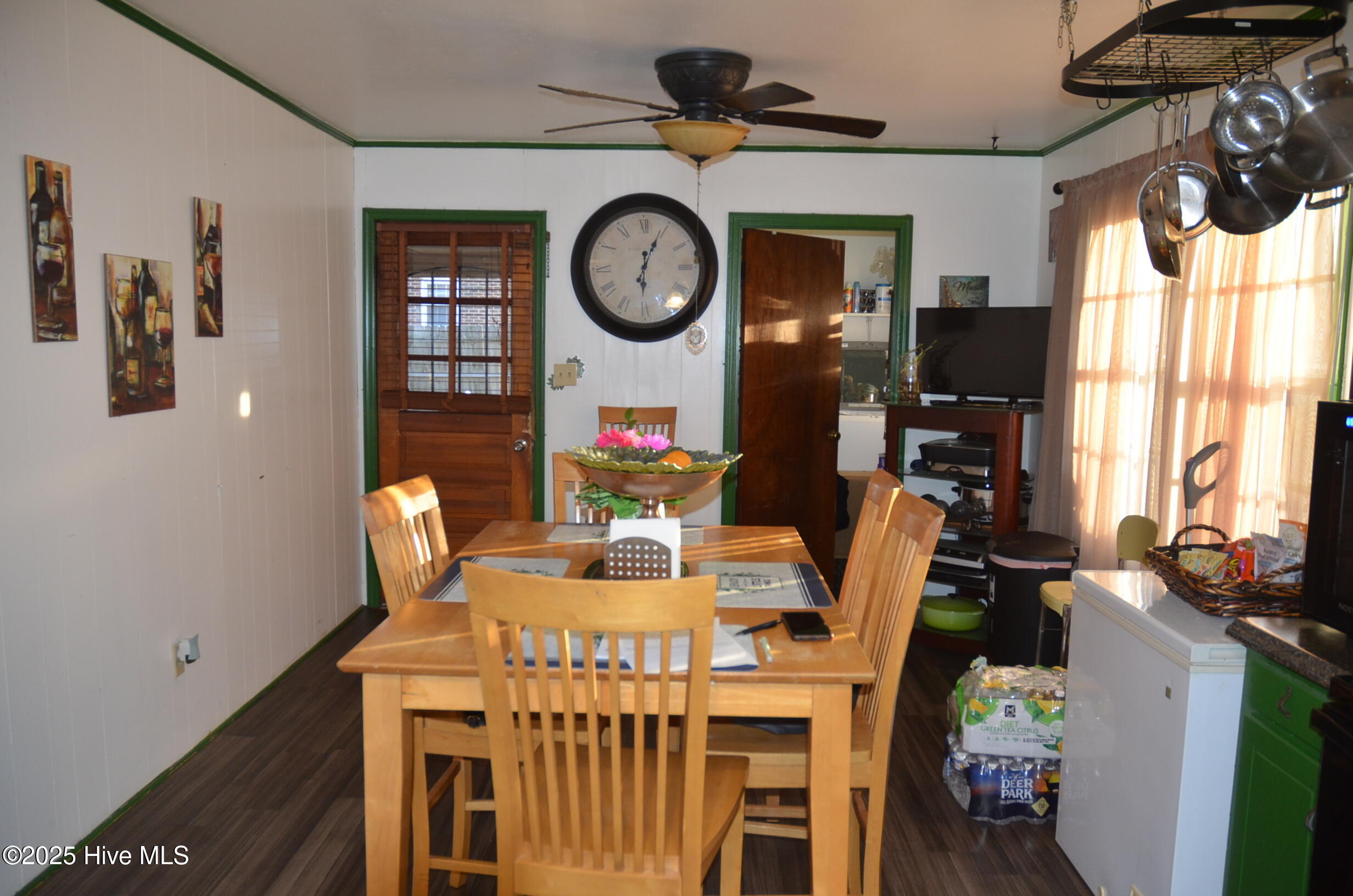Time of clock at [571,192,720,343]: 6:03
